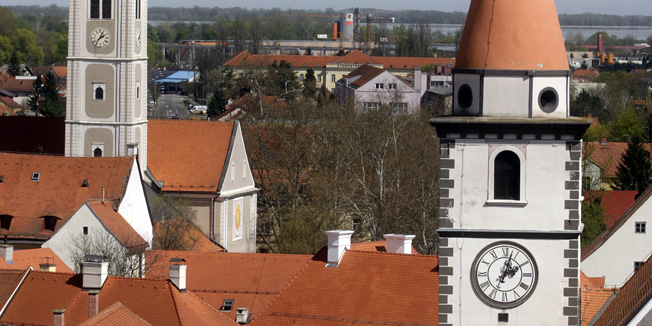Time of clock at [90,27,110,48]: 2:04
